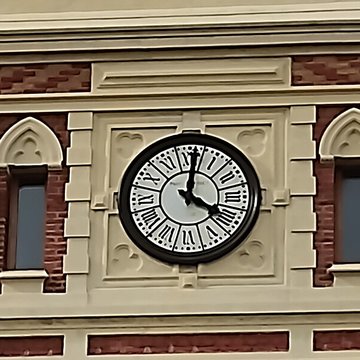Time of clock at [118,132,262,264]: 4:01
